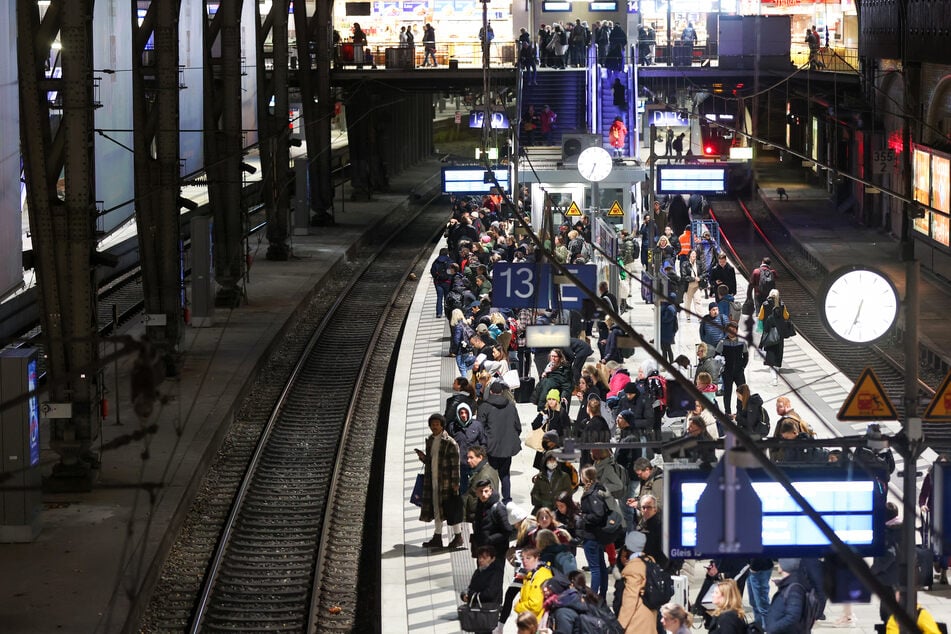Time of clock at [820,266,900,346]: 6:33
